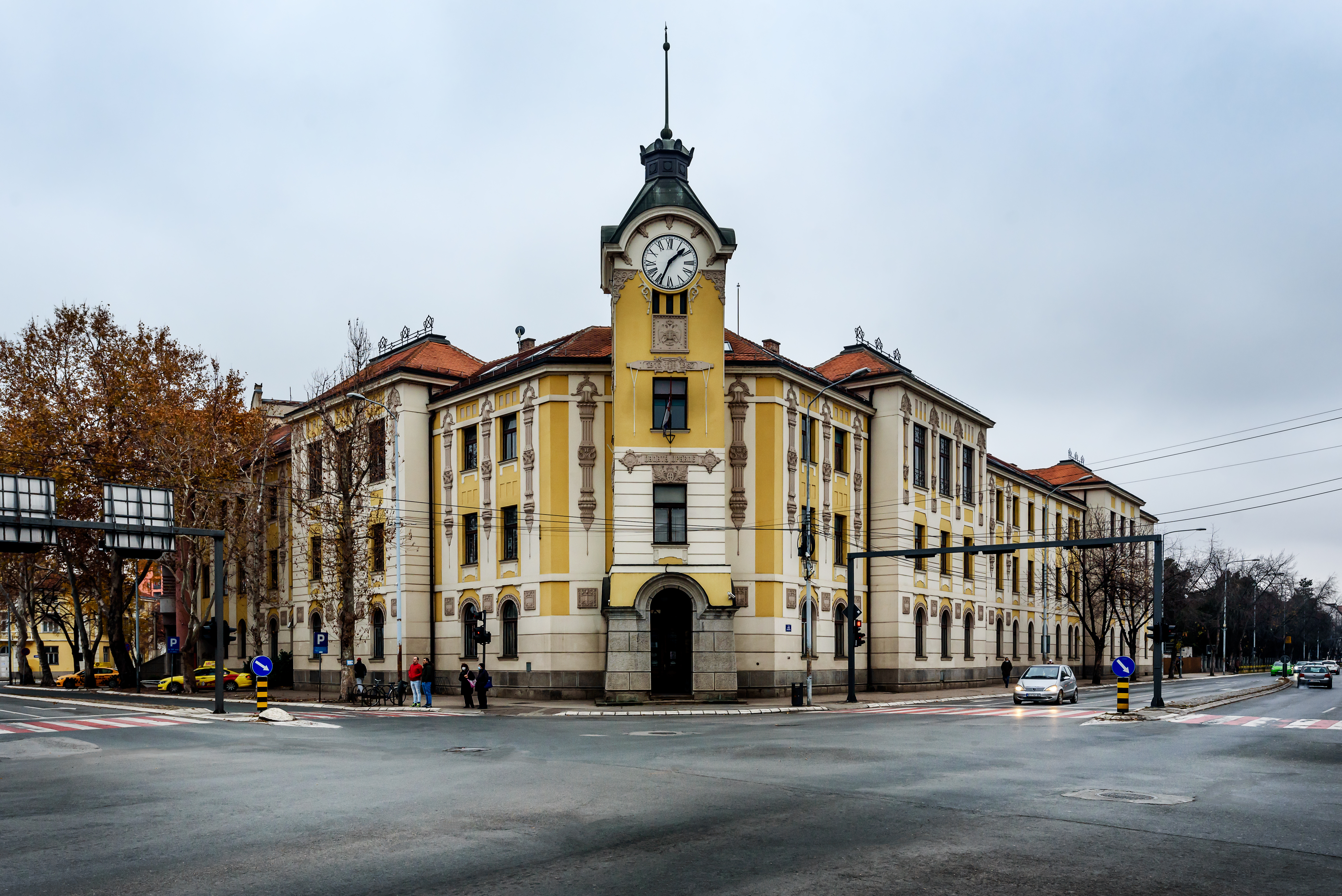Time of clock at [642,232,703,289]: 1:33
